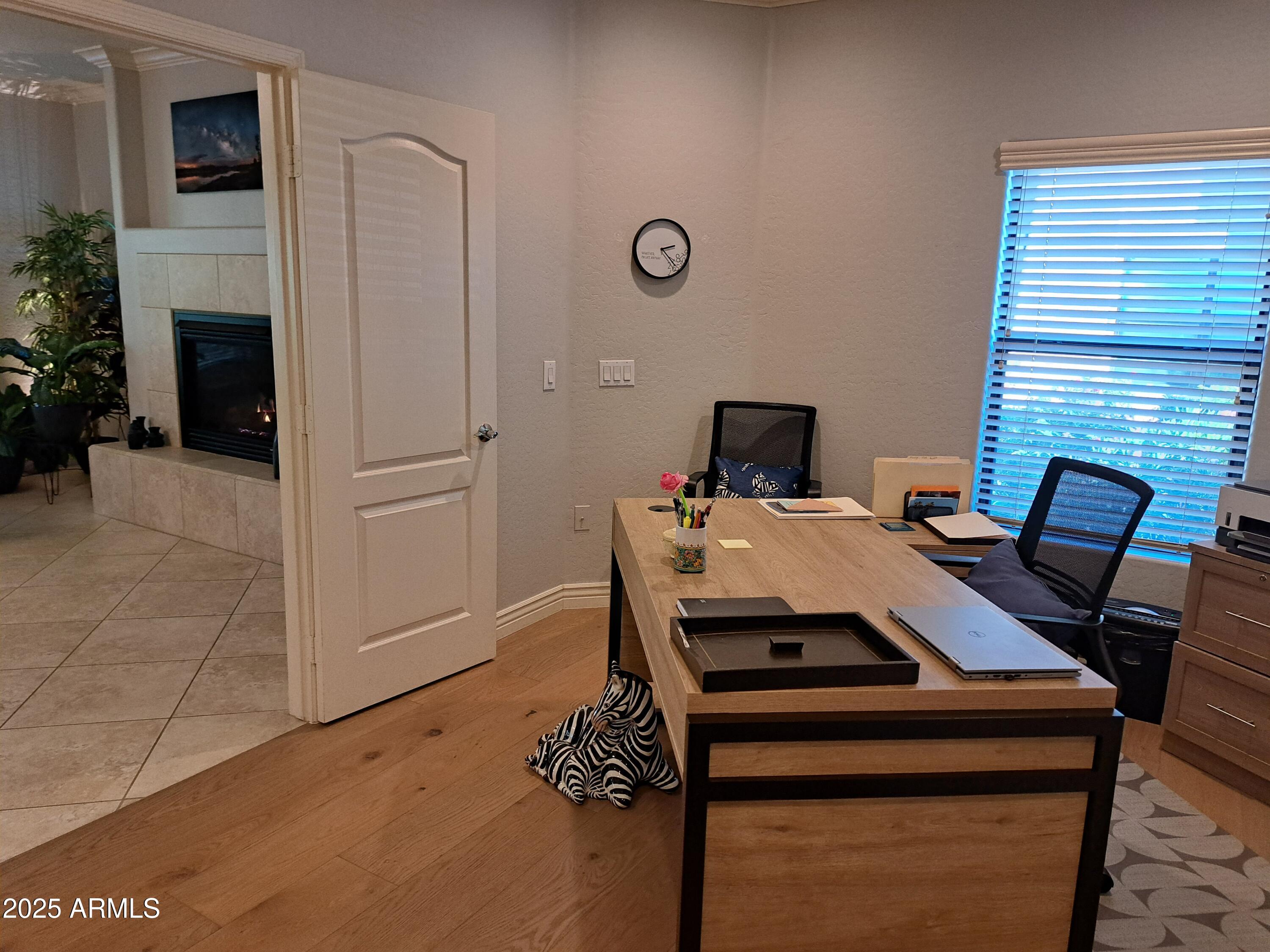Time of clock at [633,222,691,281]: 2:23
